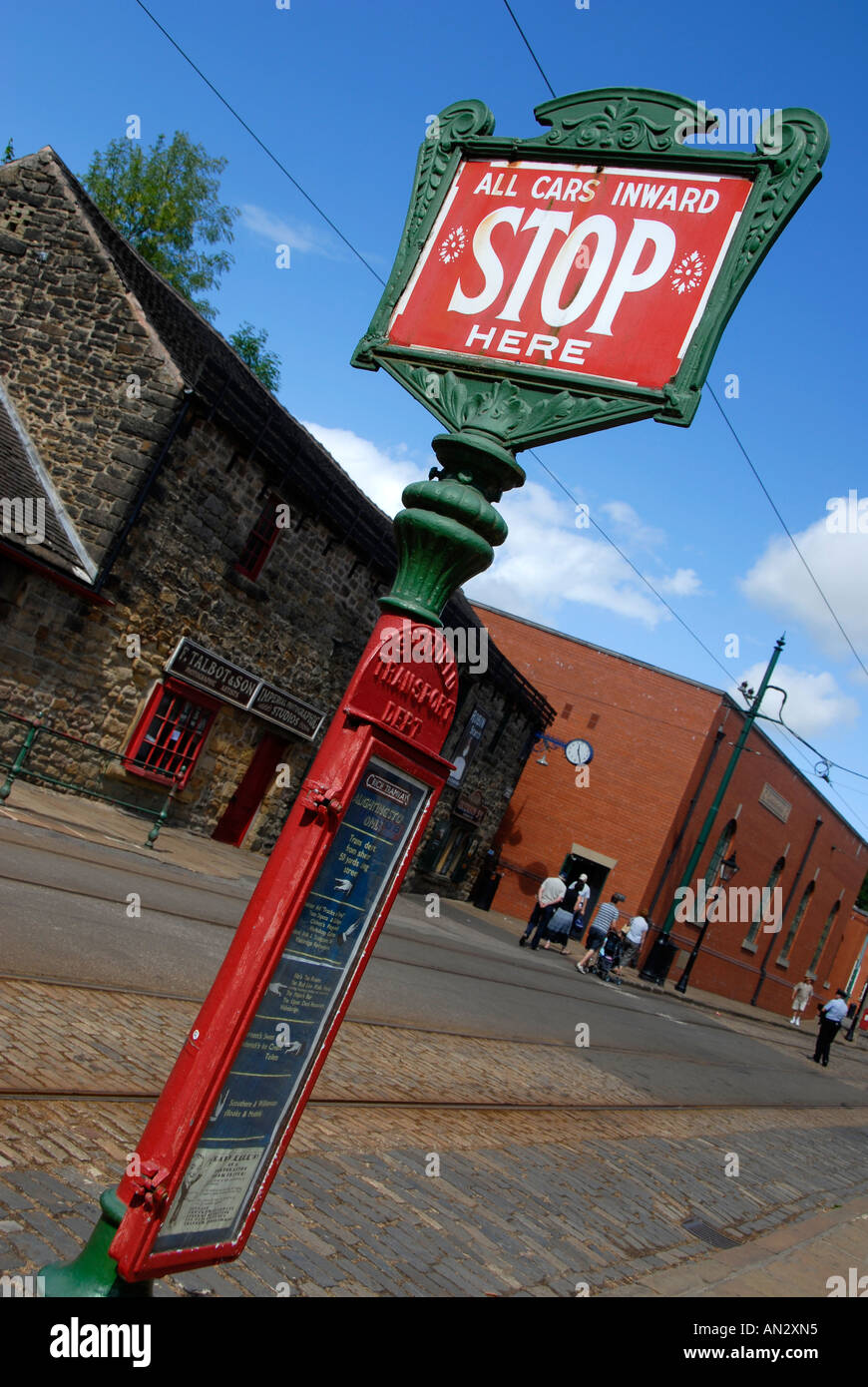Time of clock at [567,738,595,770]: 12:29
